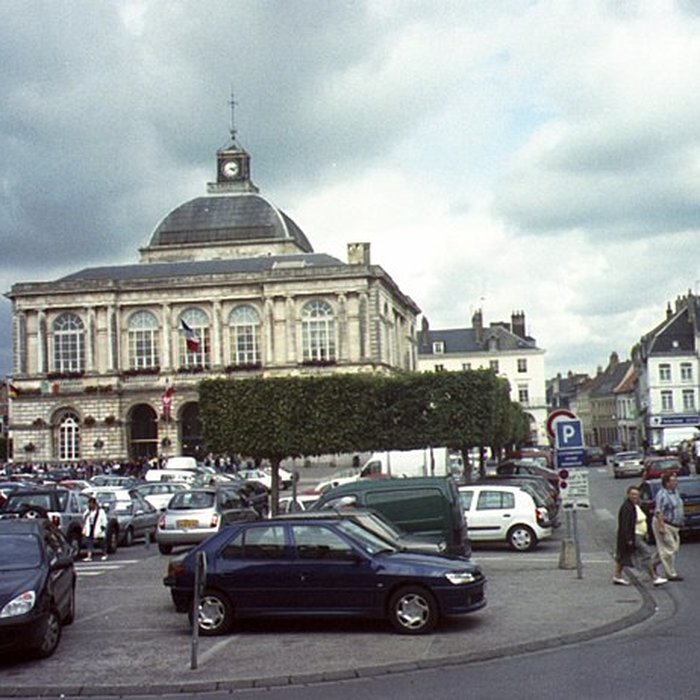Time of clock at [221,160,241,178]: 4:12
